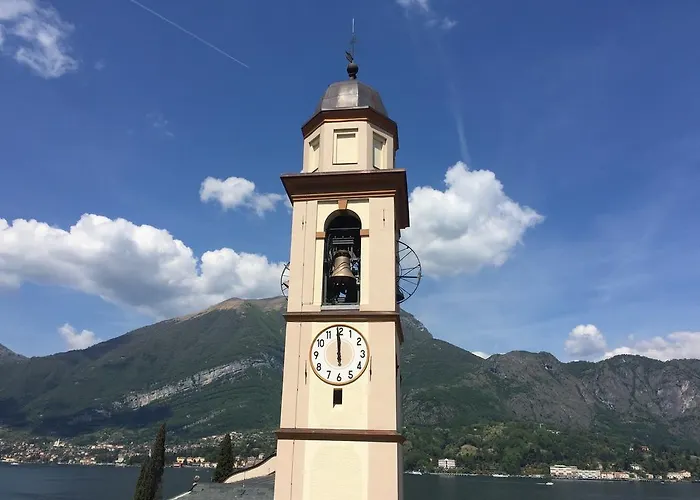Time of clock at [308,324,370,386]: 11:59
